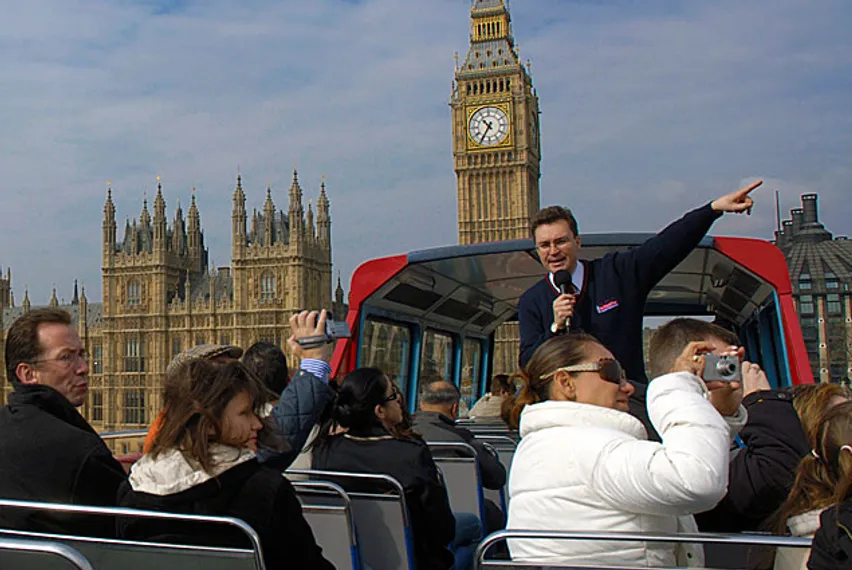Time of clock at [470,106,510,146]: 10:35
